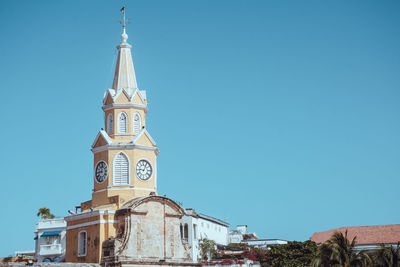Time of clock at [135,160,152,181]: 9:05
